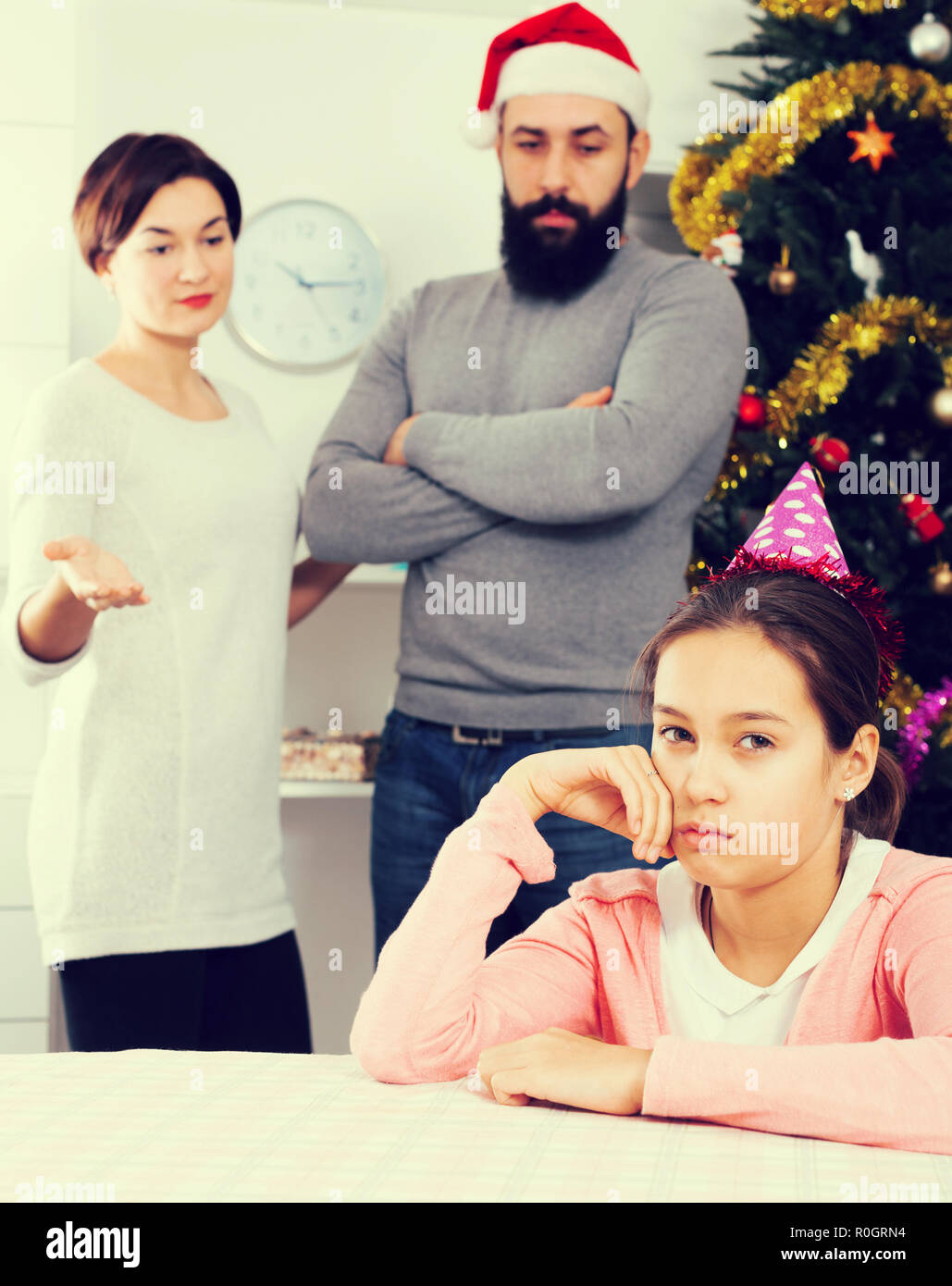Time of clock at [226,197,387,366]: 10:14
